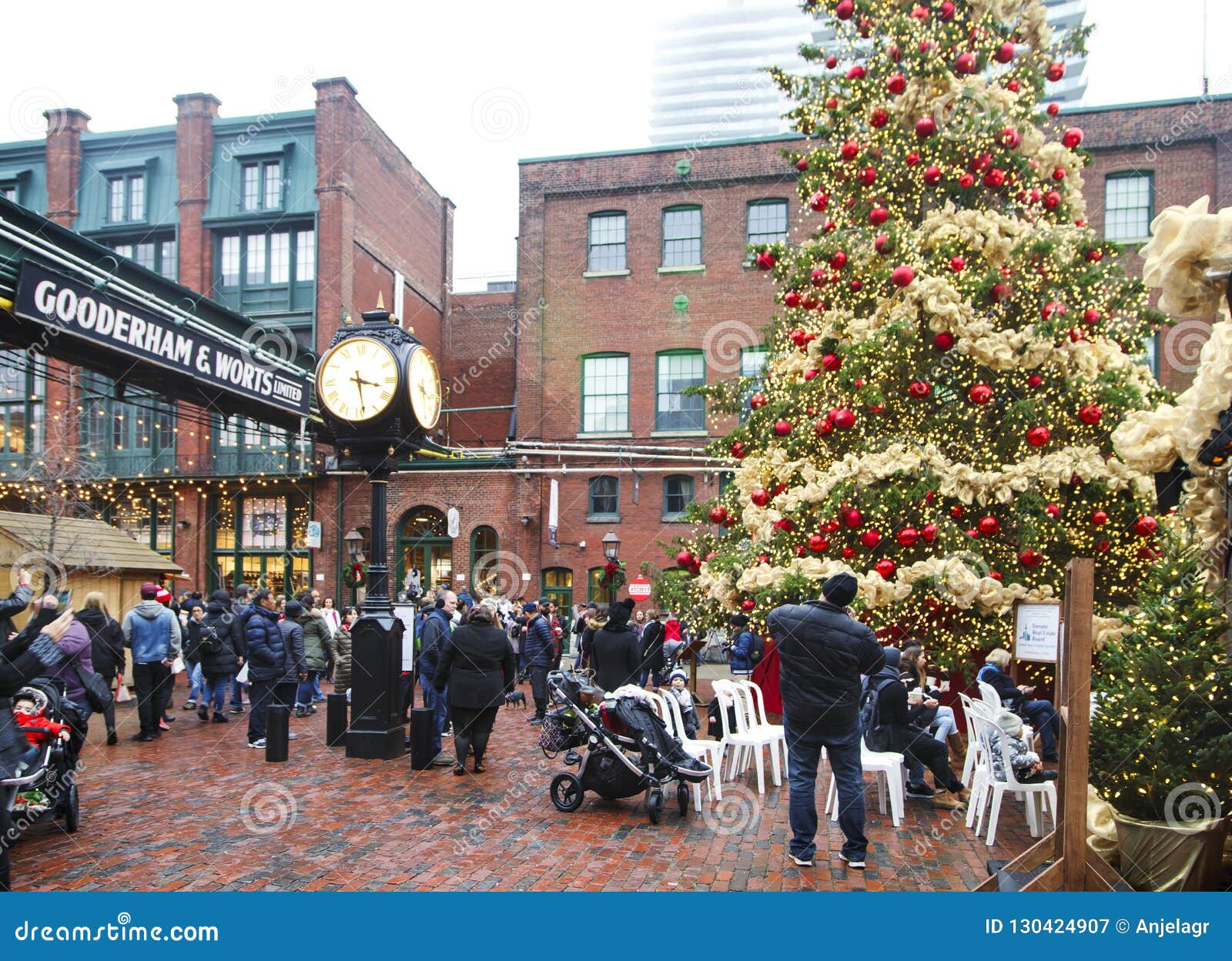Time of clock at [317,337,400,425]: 3:28
